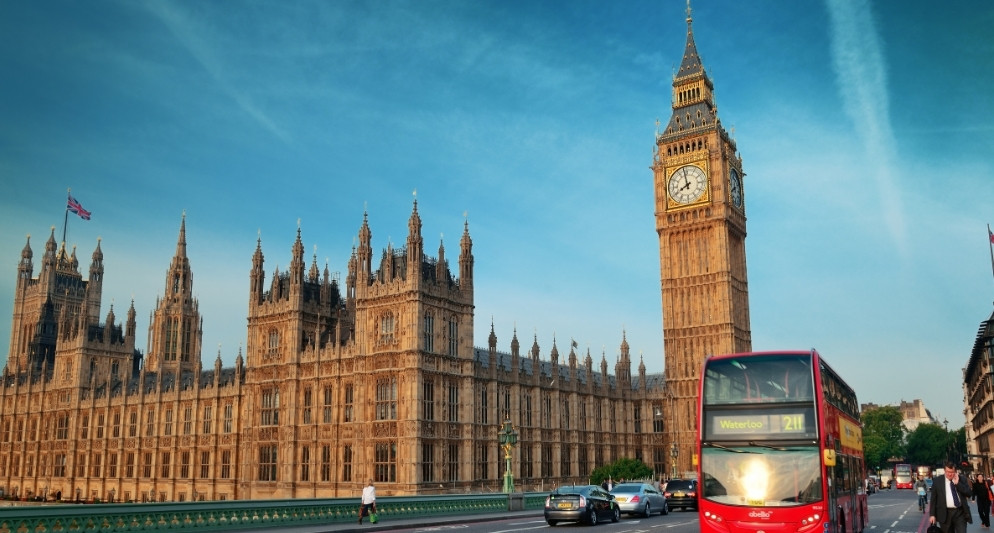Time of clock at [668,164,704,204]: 7:58
